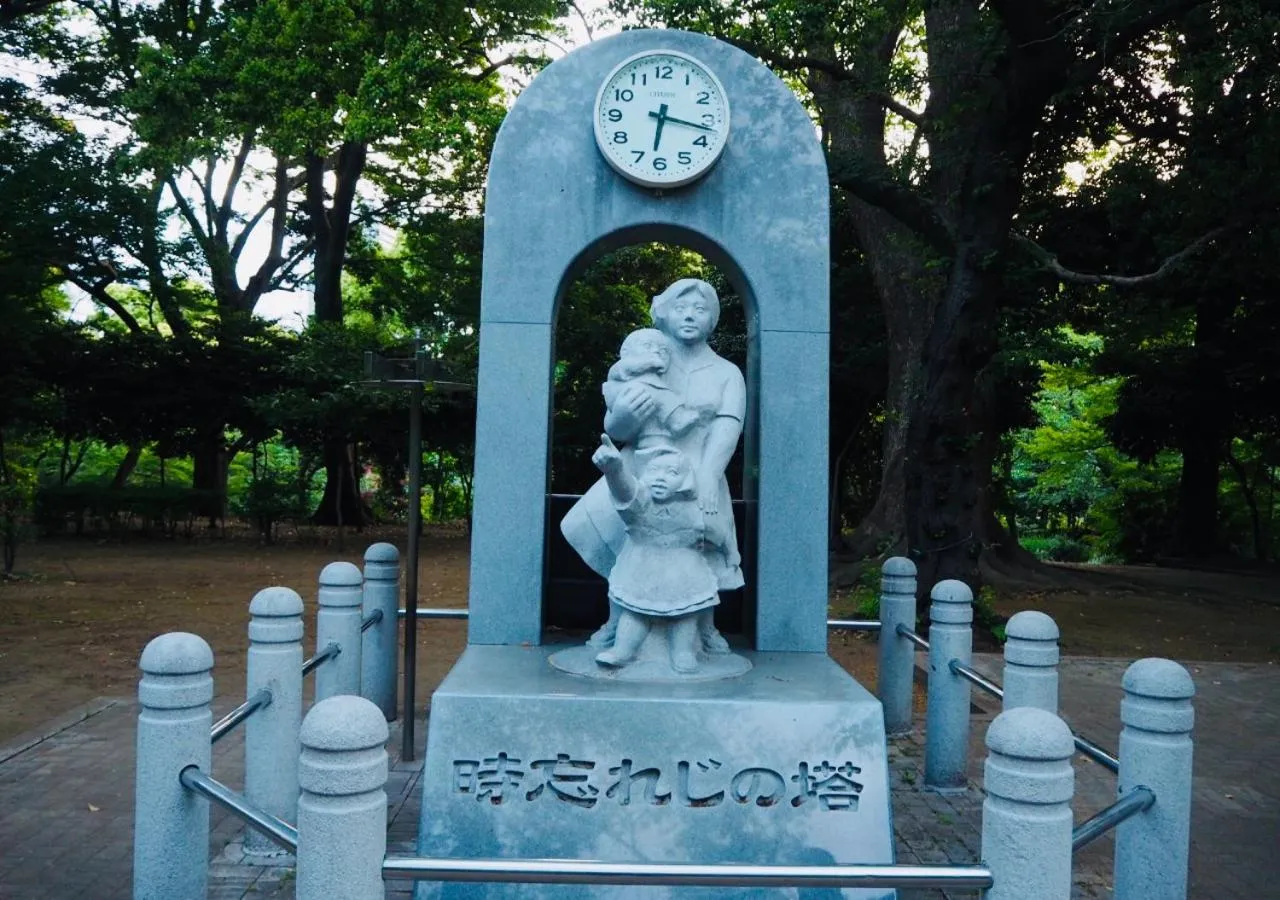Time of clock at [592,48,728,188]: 6:17
